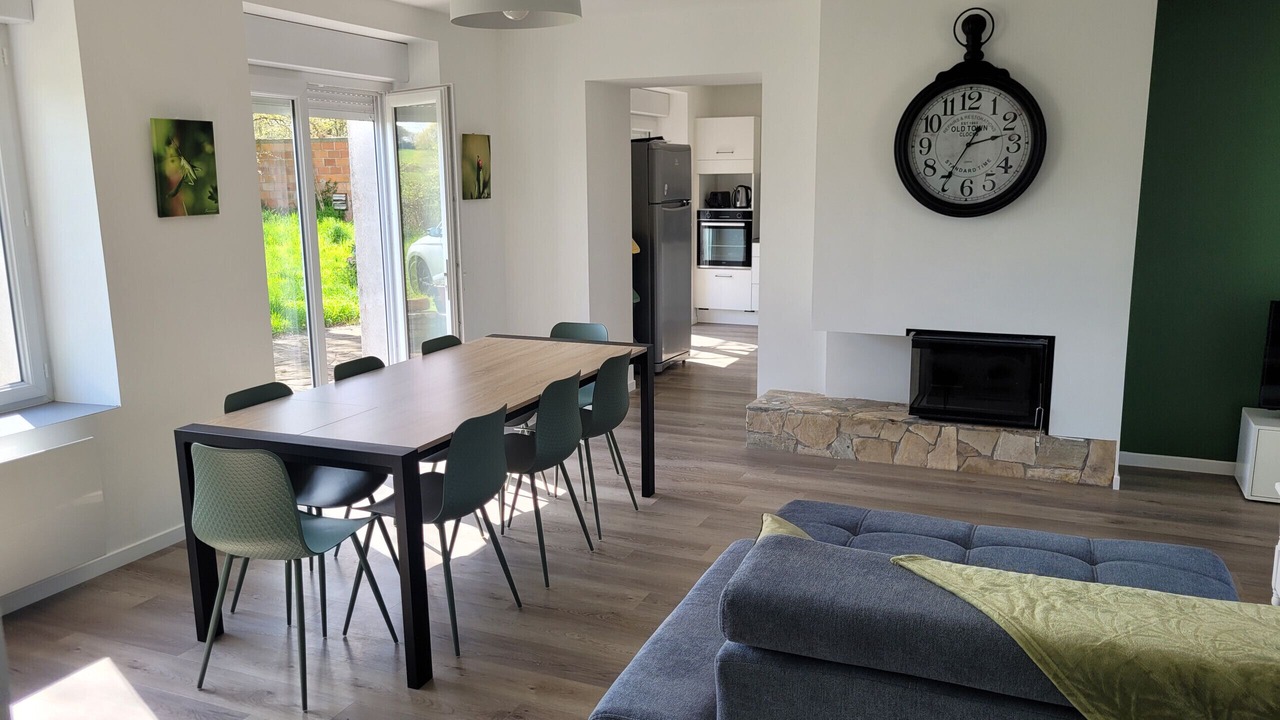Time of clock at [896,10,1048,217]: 2:35
